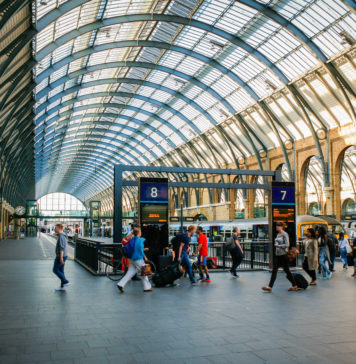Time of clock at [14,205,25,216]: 7:08
